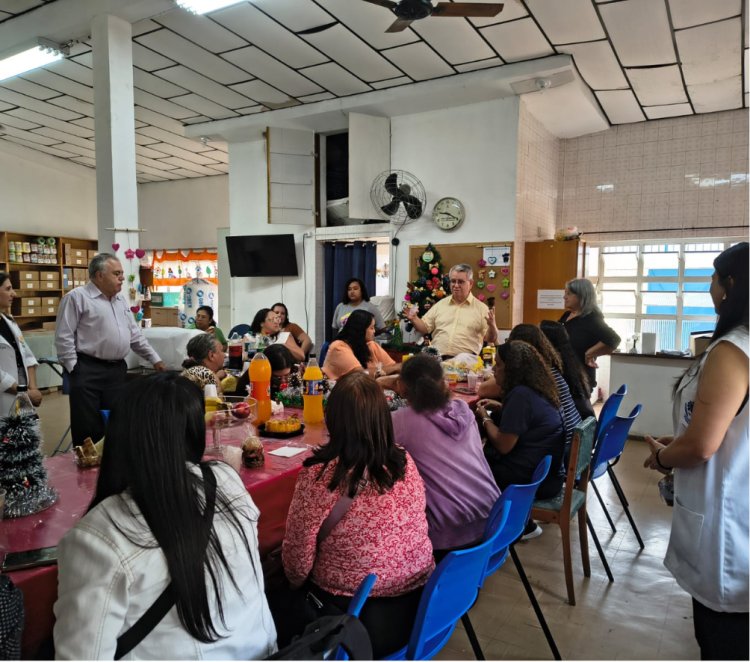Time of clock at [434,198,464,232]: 9:20
